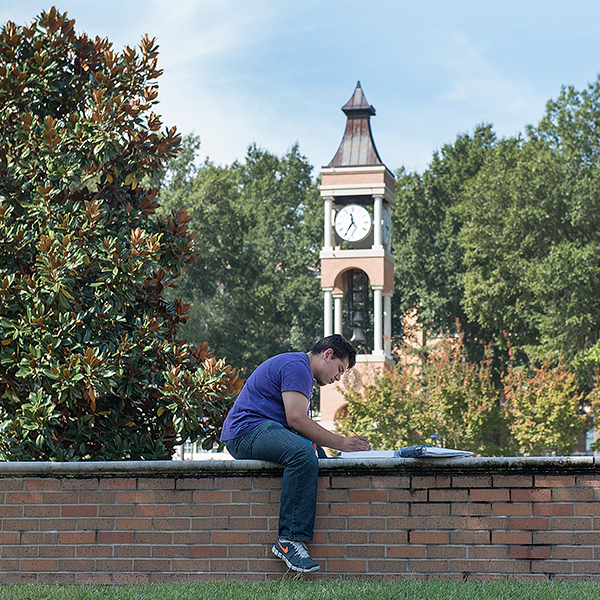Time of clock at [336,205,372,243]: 11:35
